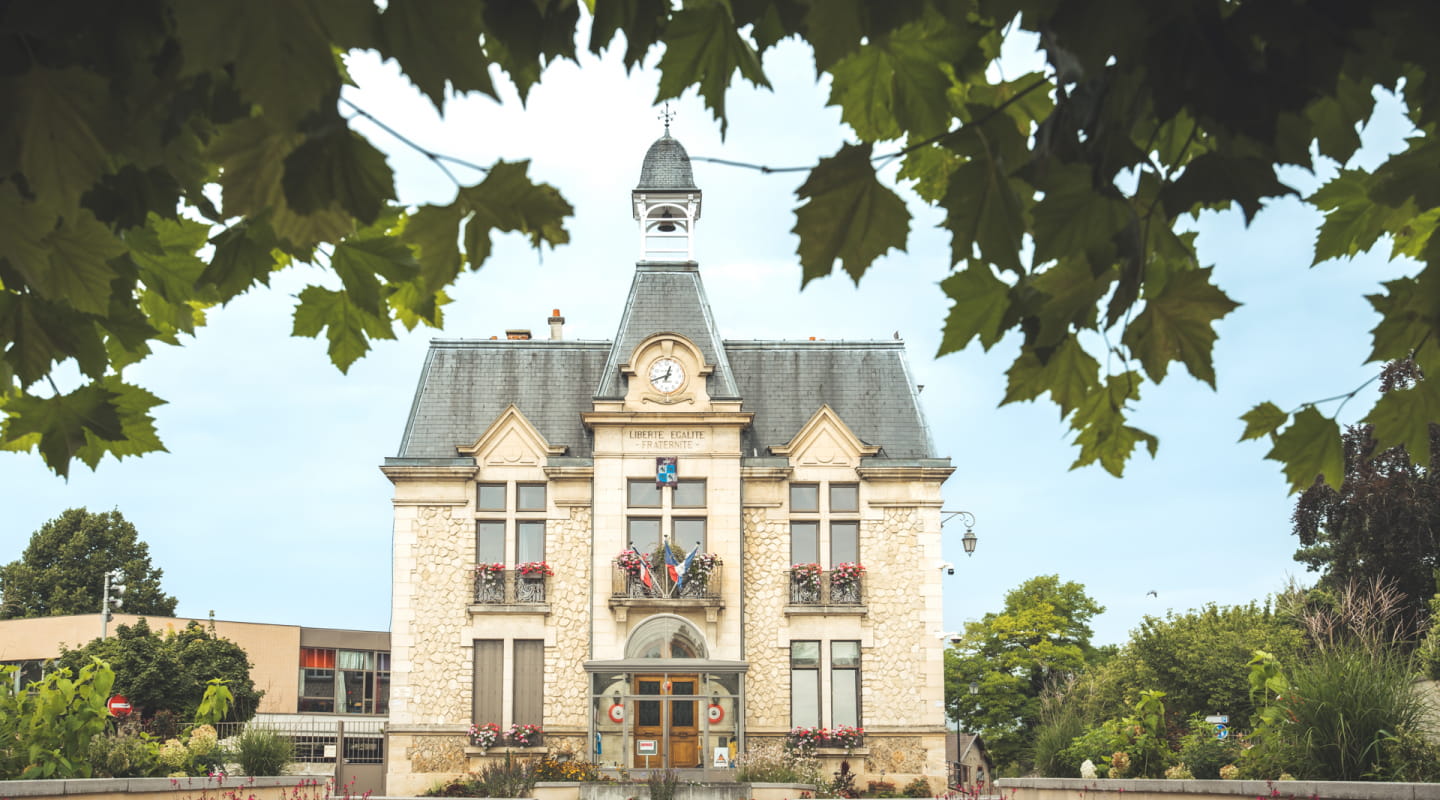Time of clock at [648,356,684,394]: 12:41
